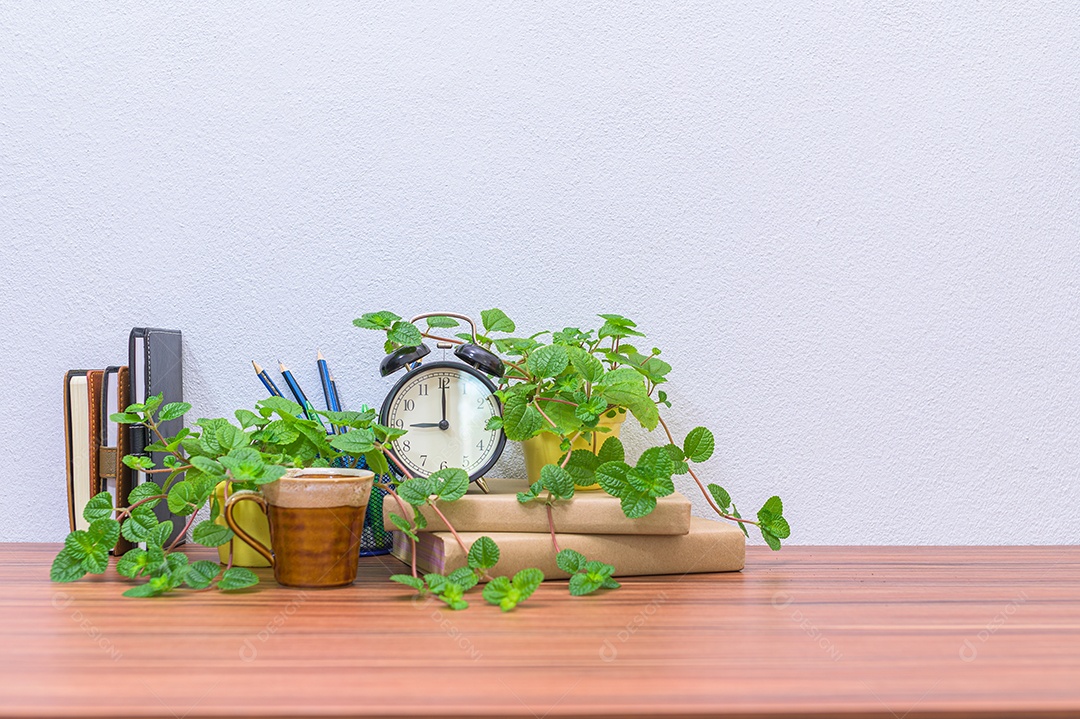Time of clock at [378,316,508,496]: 9:00
